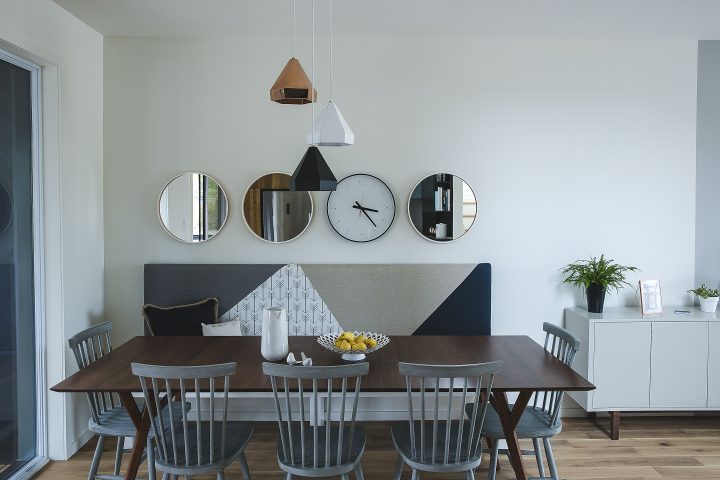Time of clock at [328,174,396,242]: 3:23
